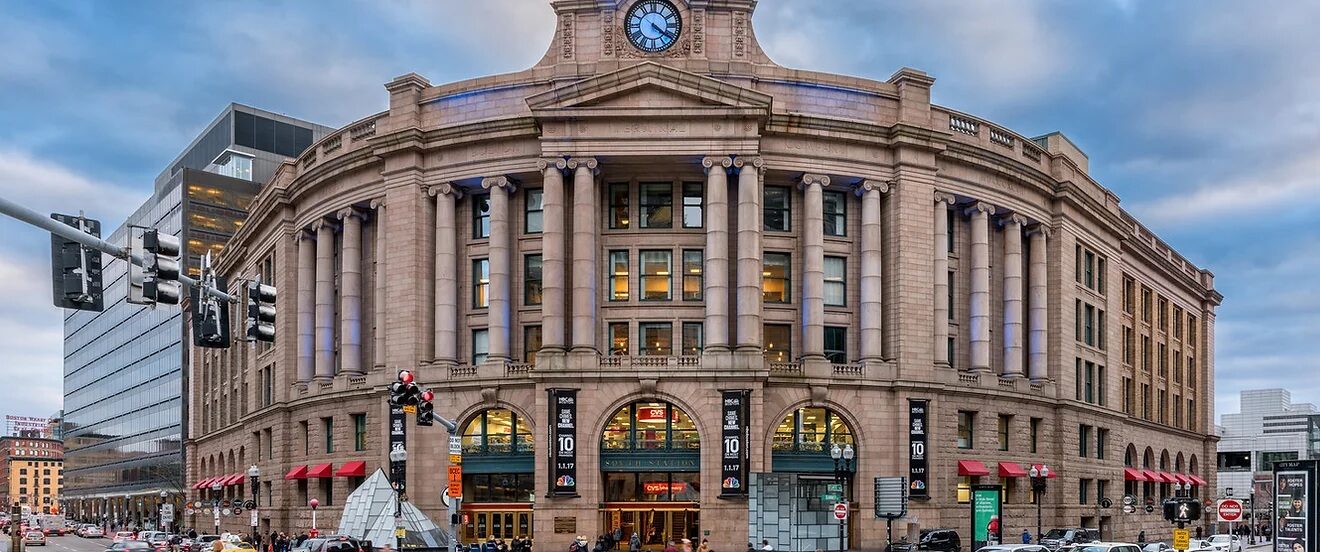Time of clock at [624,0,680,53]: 4:21
